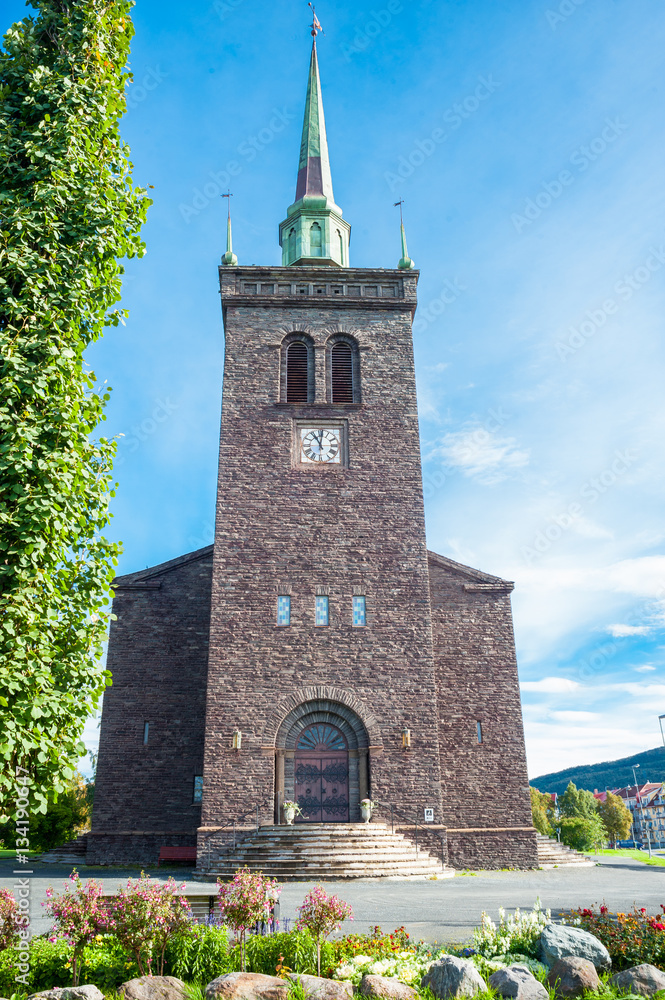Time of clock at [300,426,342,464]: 11:00
